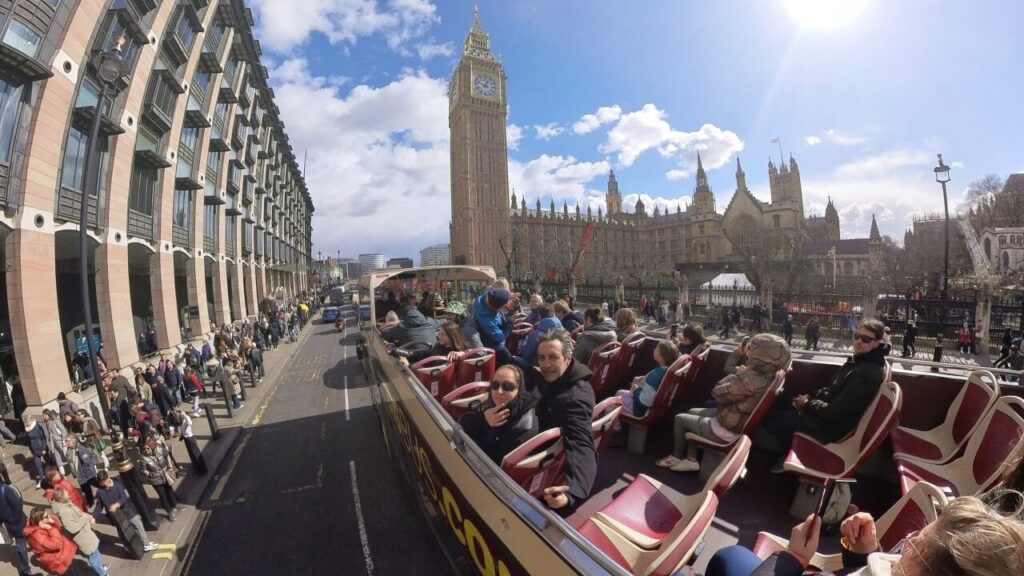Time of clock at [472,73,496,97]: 12:48
